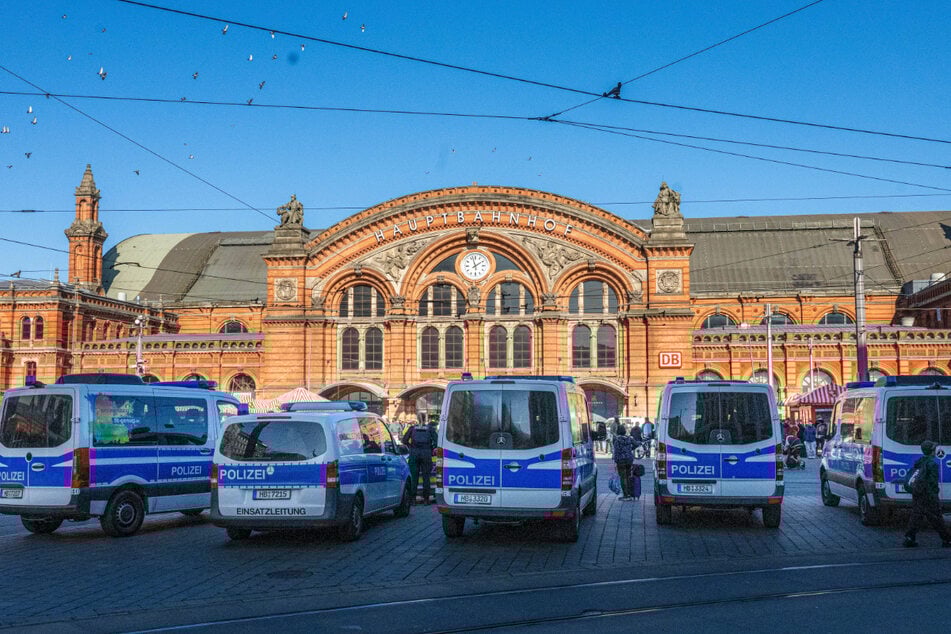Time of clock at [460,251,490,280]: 1:57
